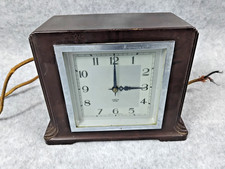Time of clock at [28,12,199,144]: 3:00
